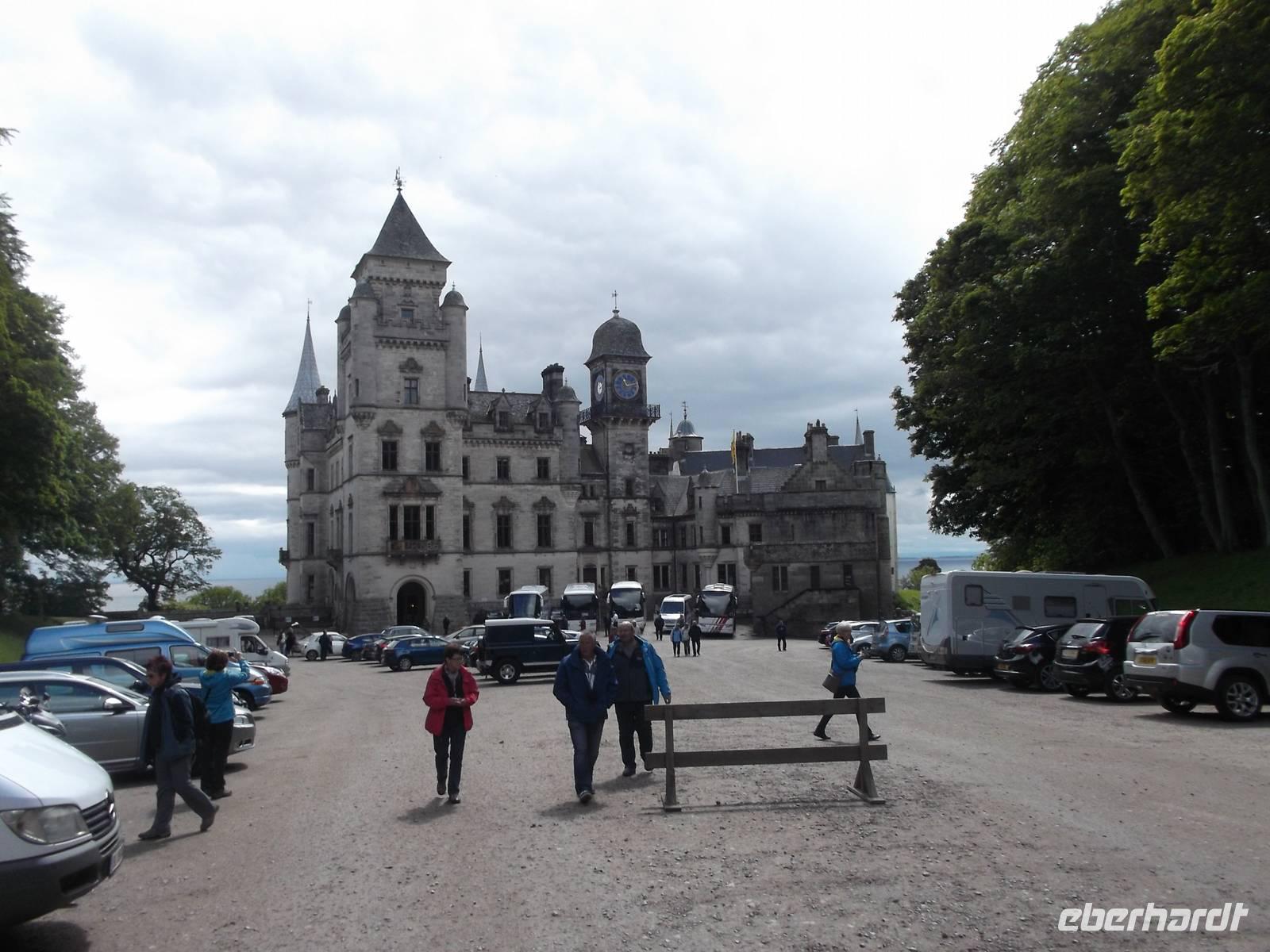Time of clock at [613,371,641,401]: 11:12
